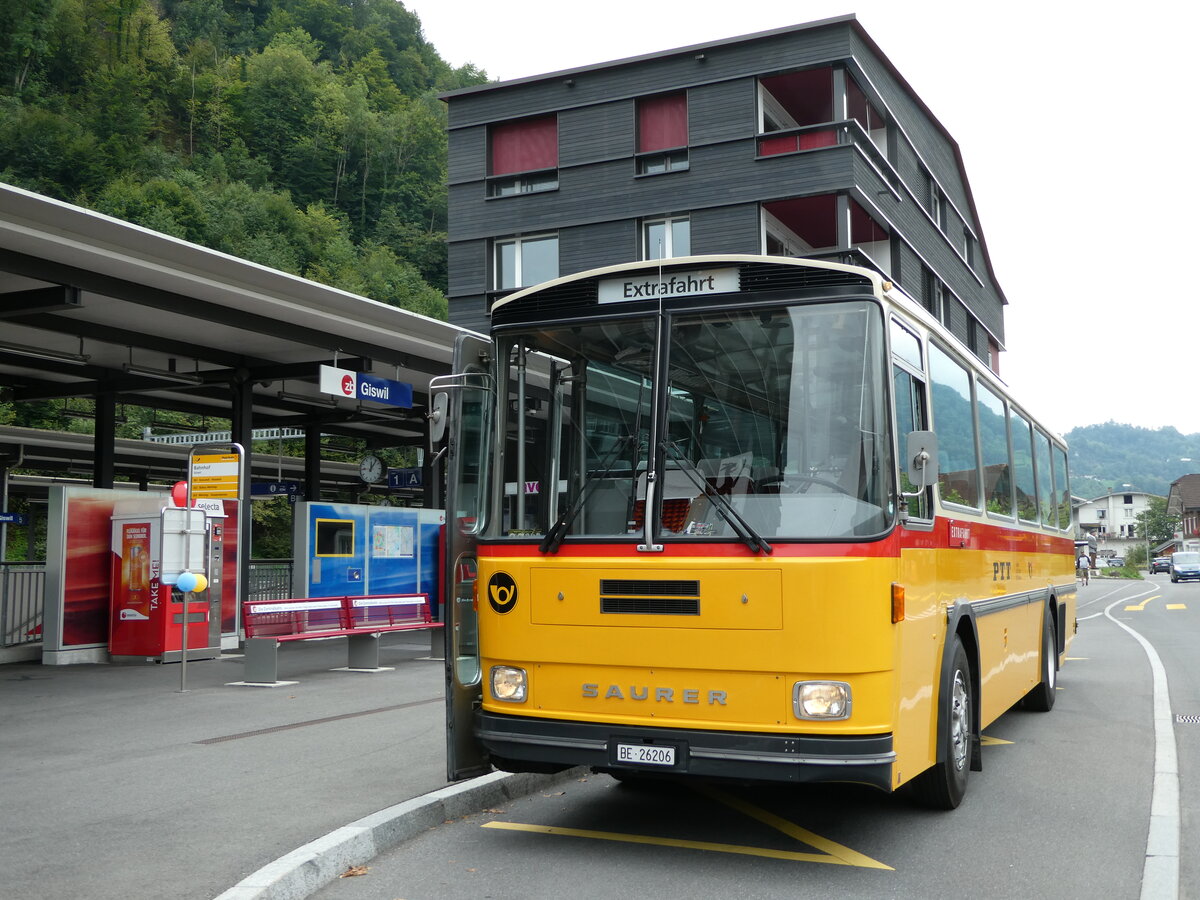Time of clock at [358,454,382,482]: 12:06
